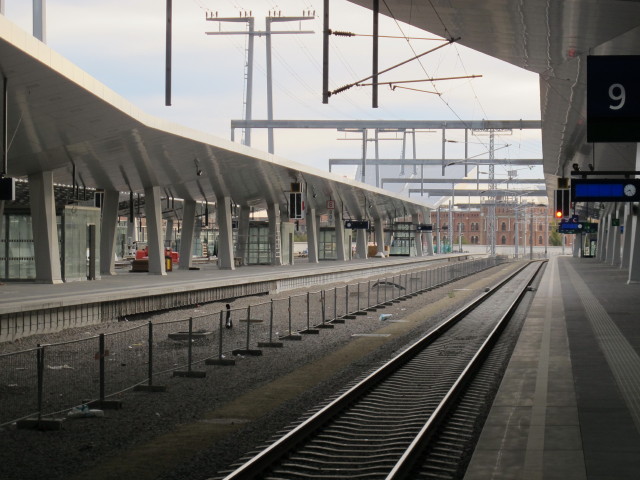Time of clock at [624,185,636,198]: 8:24
